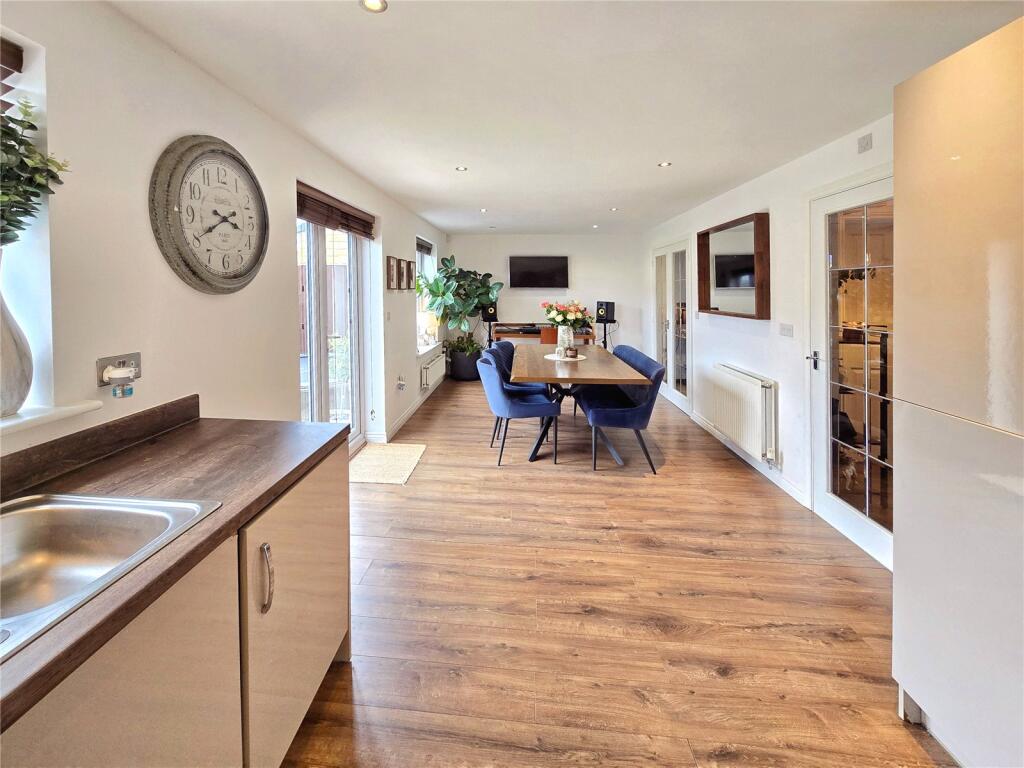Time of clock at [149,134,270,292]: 3:40
